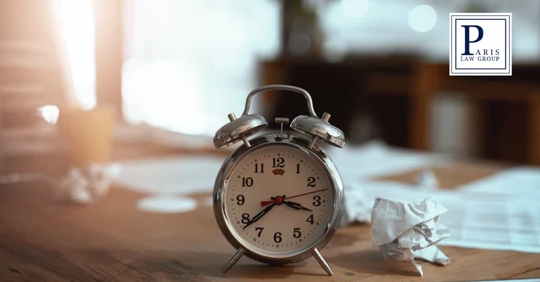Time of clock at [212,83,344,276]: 3:38
